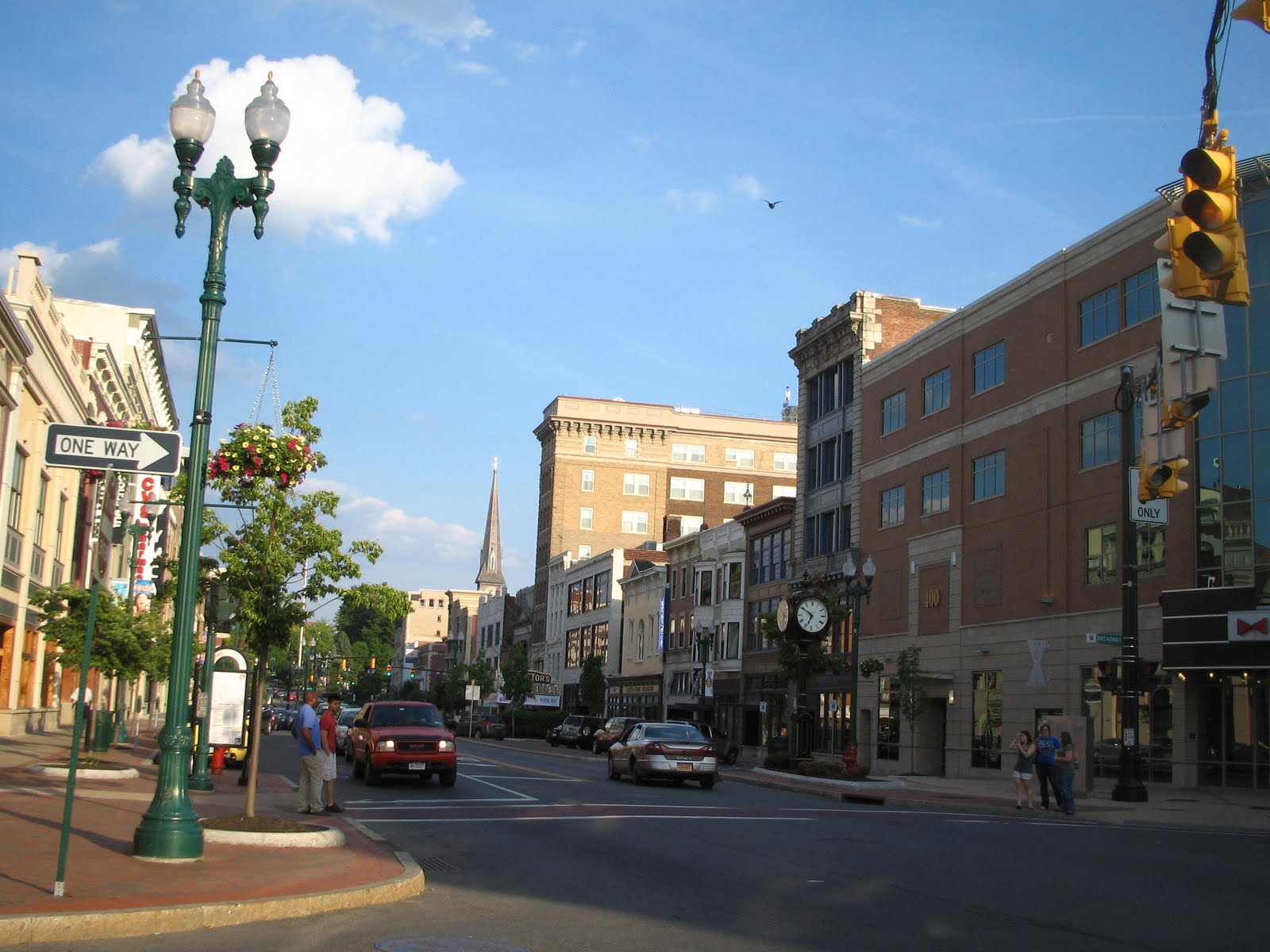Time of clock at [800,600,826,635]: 6:50
